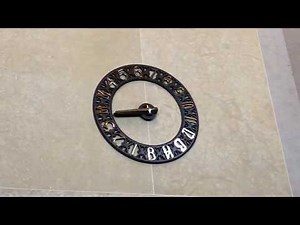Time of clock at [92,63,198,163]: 8:43
